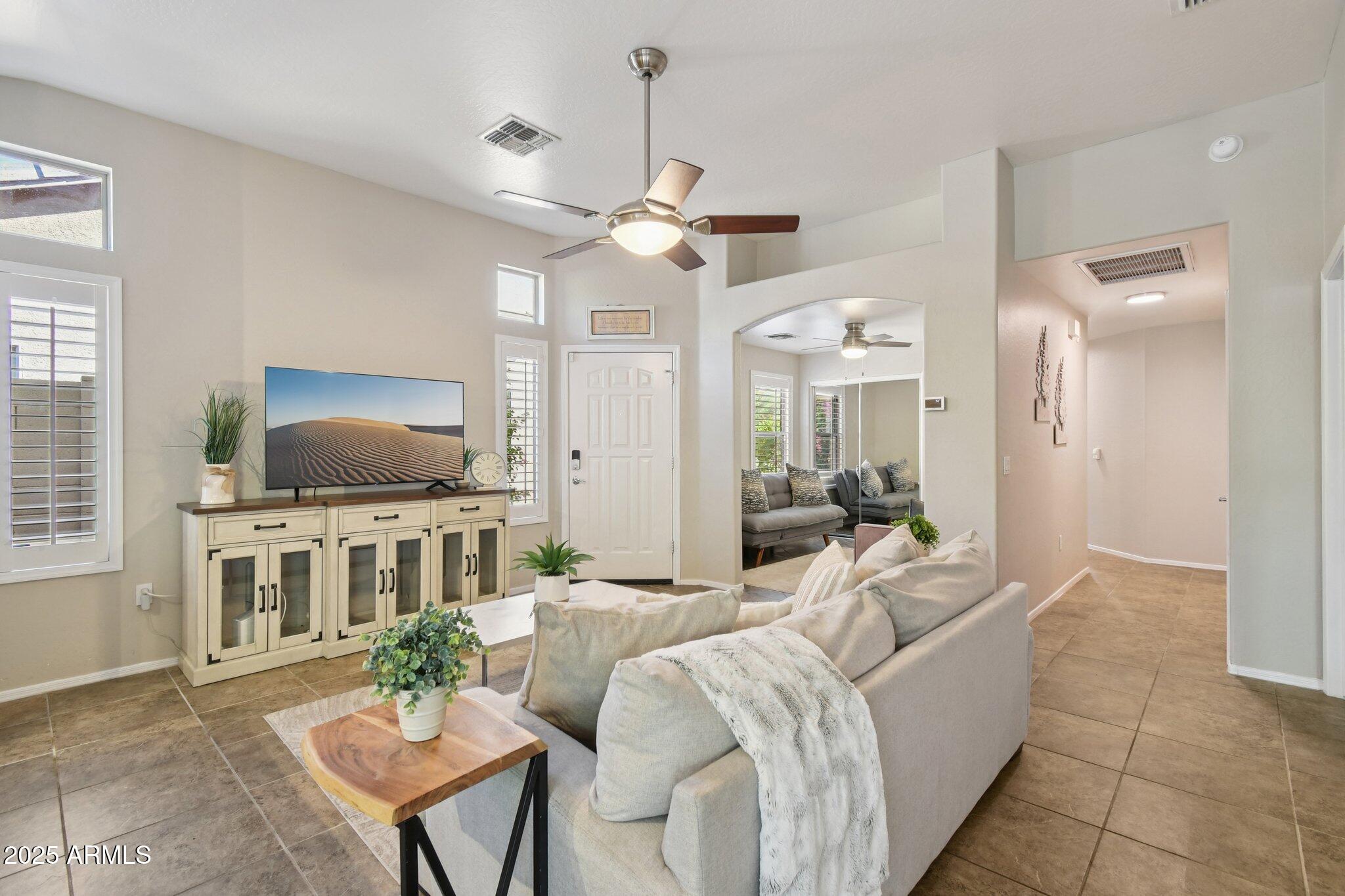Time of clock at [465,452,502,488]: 3:42
